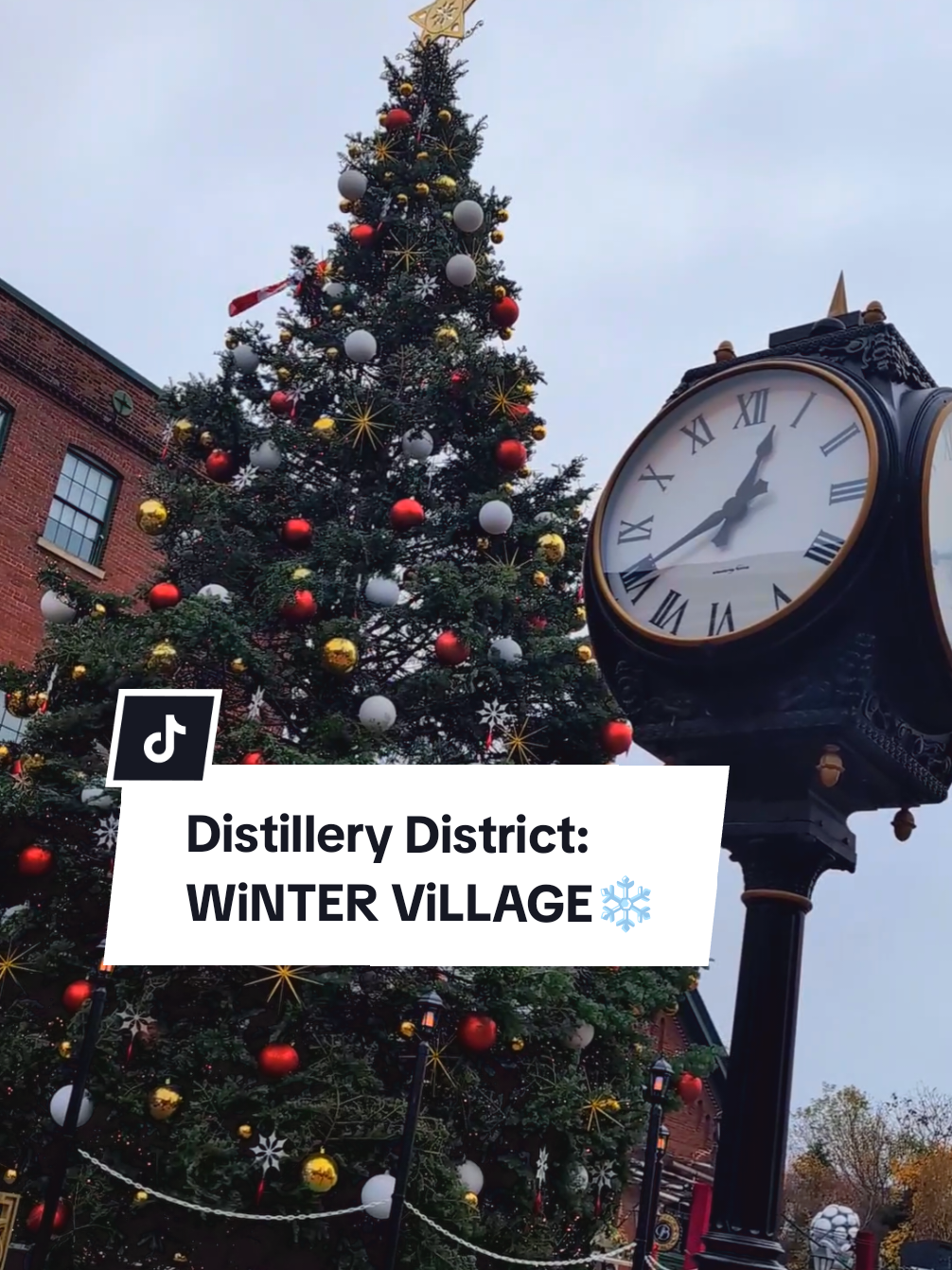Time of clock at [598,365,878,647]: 12:40
